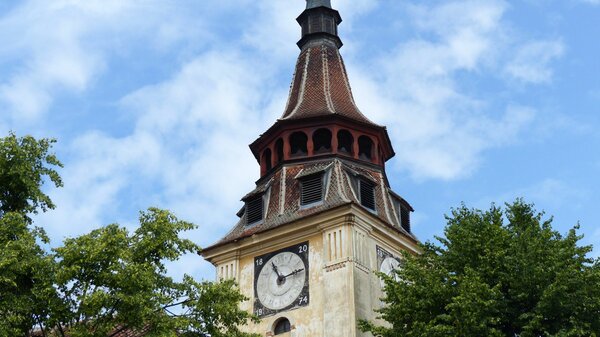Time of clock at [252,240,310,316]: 11:13
